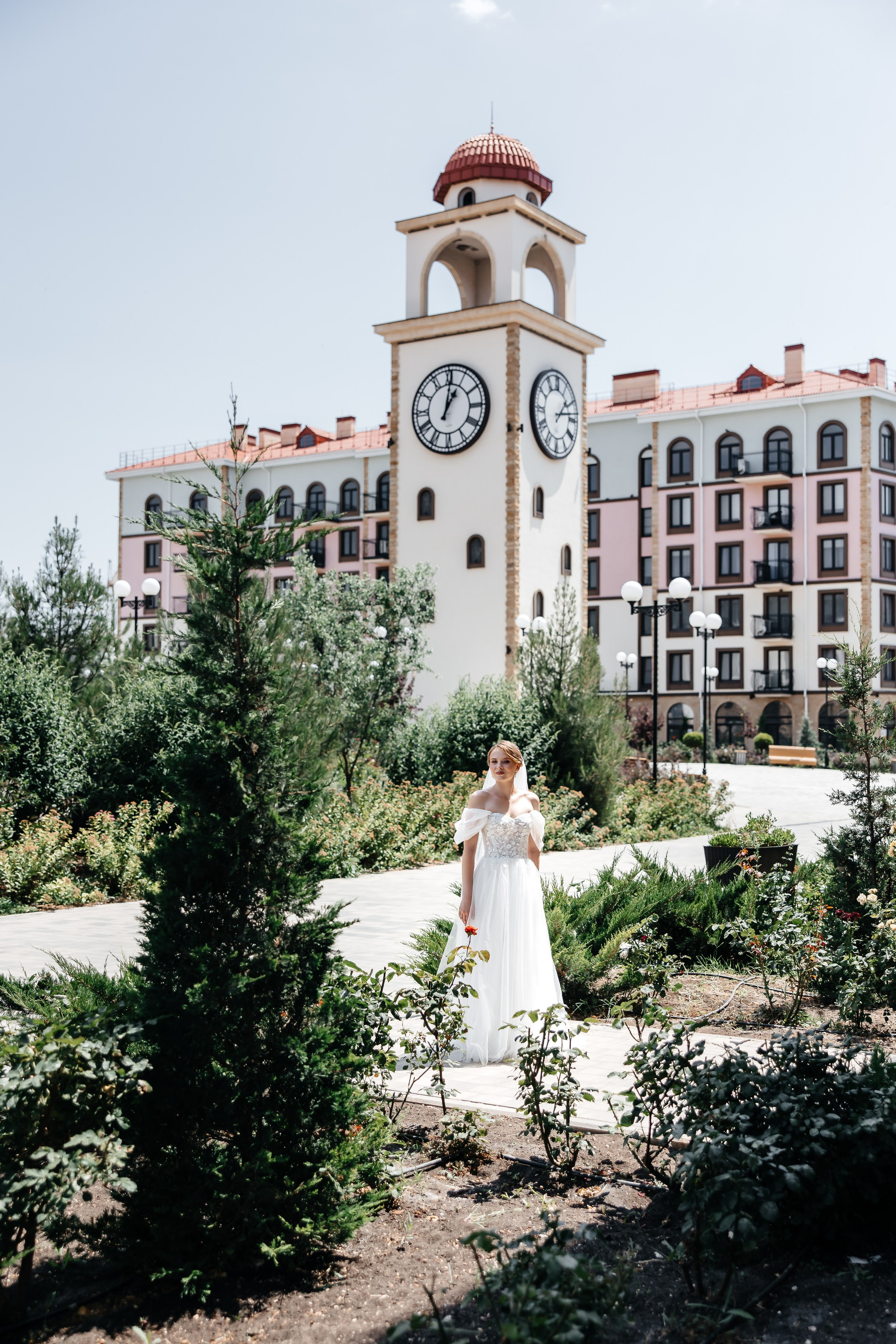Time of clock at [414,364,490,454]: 1:01
